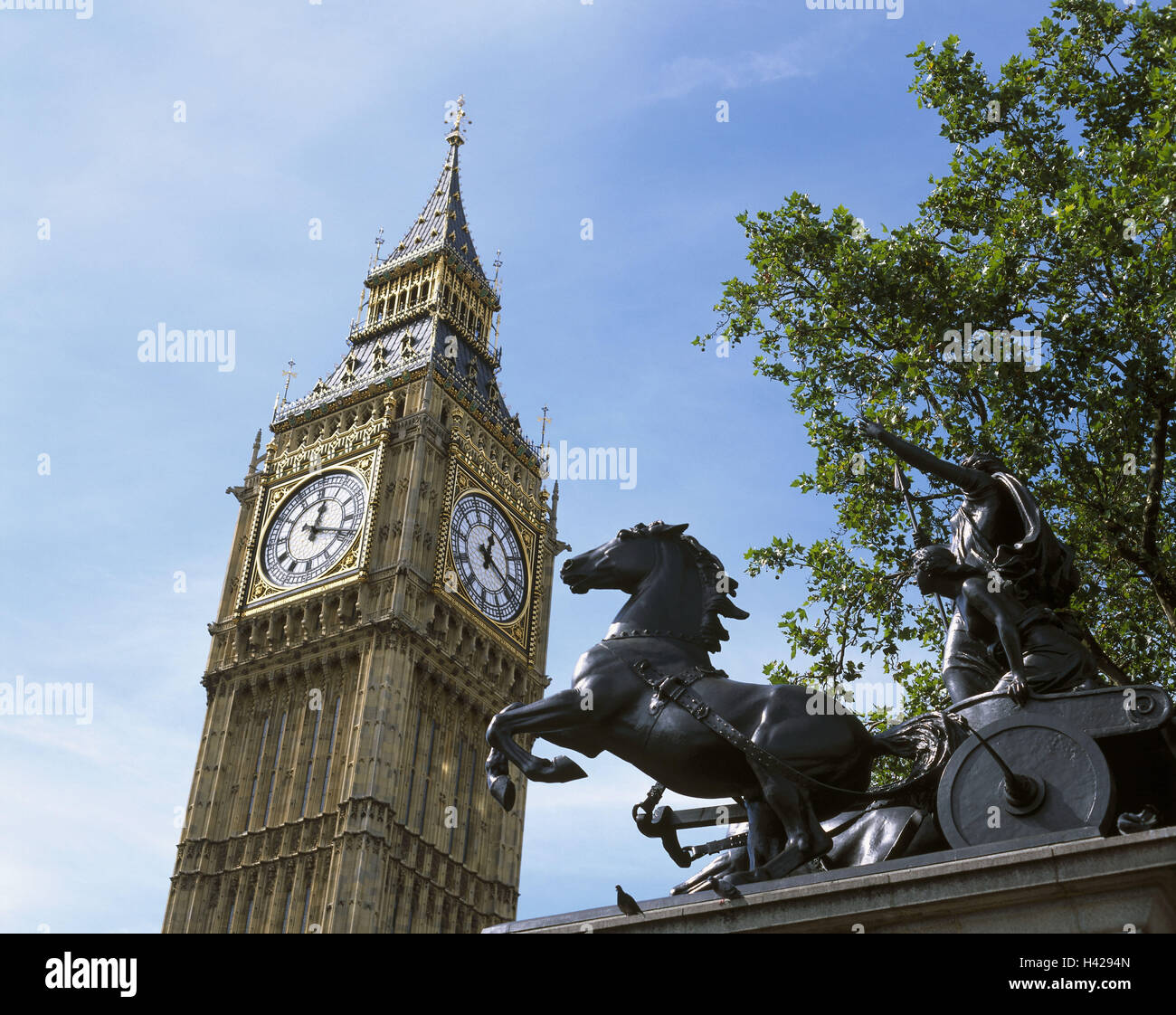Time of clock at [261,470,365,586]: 12:18
